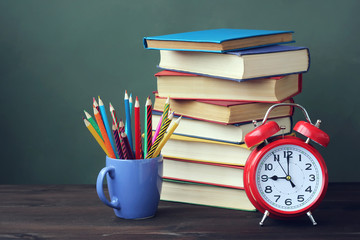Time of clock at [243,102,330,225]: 9:00
